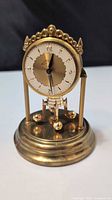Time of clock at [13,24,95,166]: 12:28
